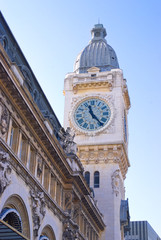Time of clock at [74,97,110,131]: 11:22
